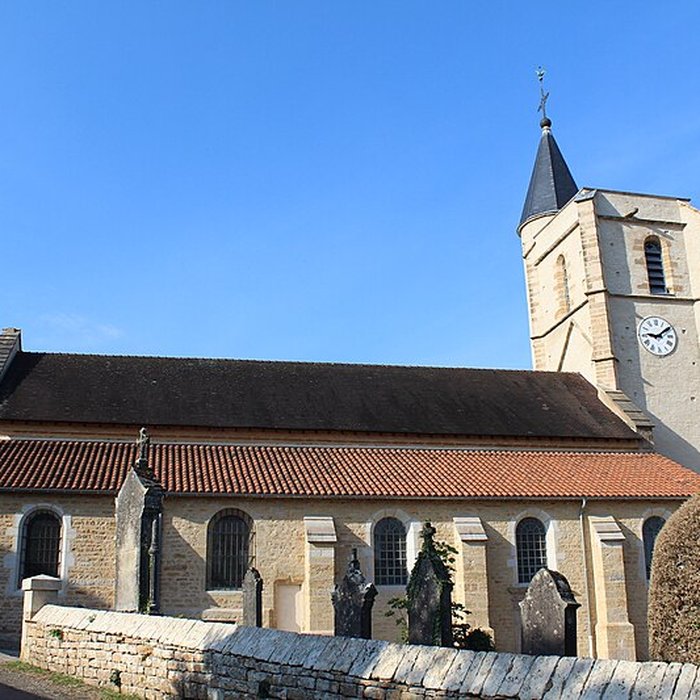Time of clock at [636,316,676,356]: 9:09
